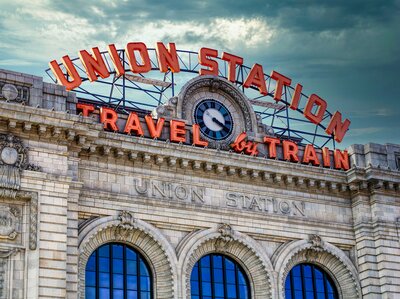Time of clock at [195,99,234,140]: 3:50
